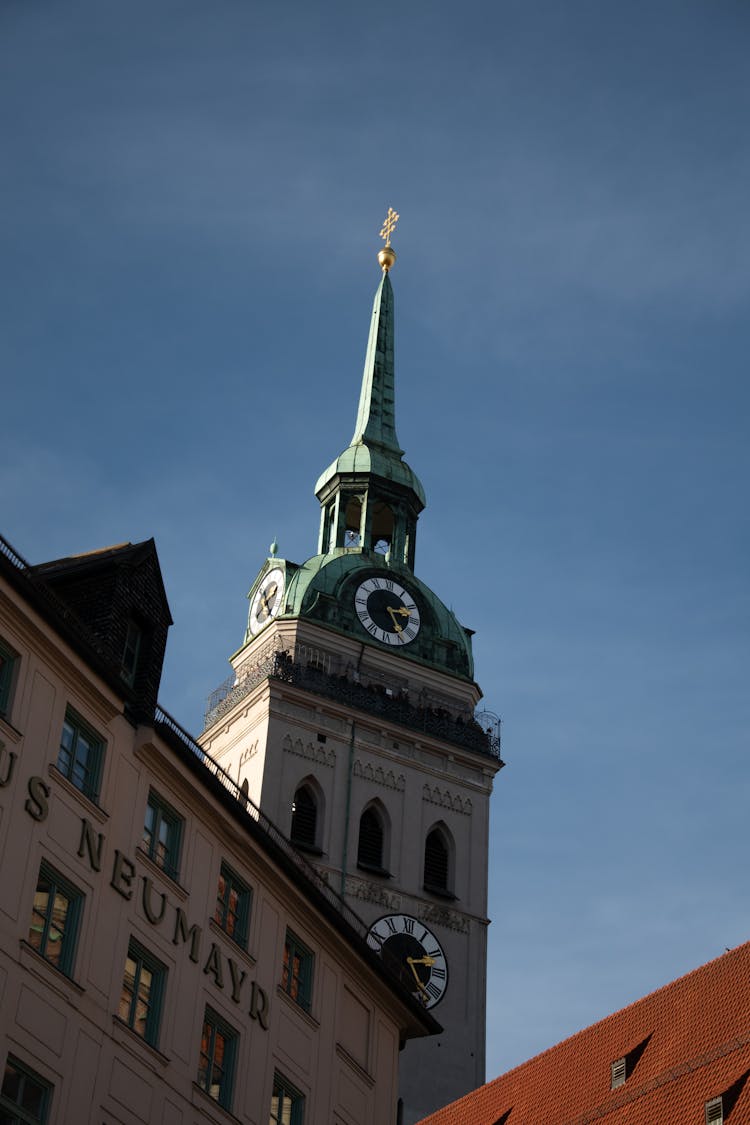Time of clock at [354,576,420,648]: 2:24
